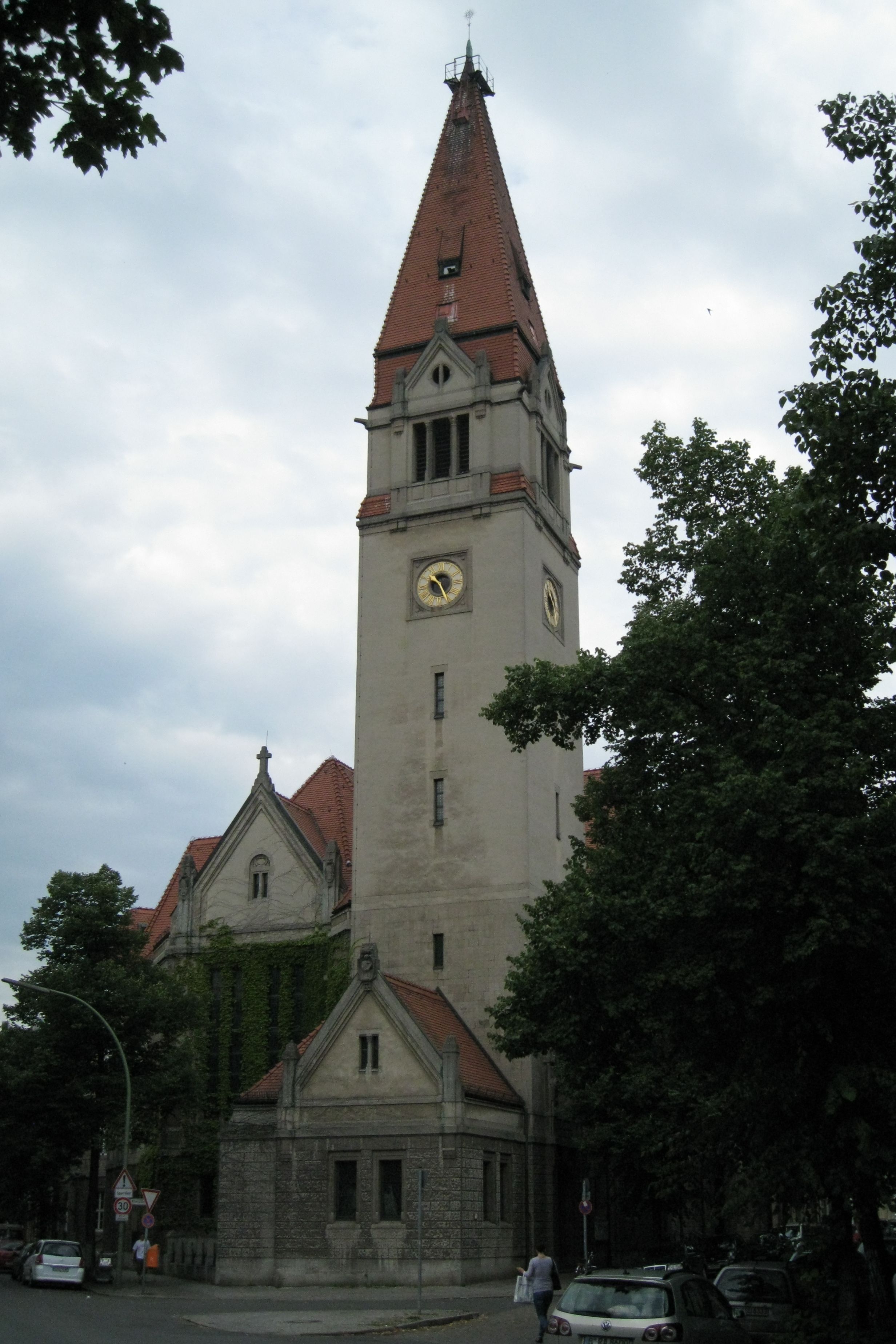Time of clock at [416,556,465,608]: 10:25
